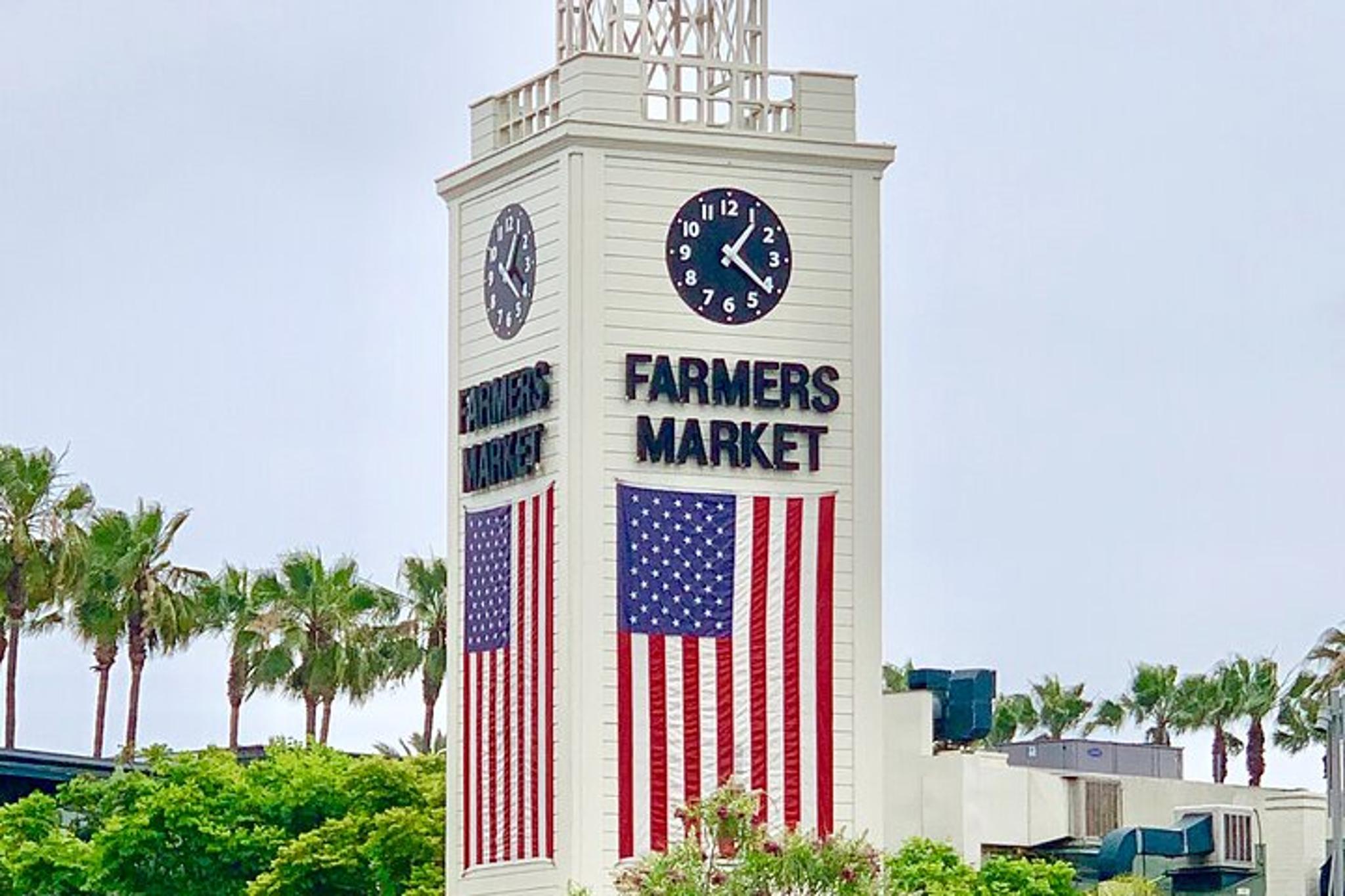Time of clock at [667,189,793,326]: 1:21
